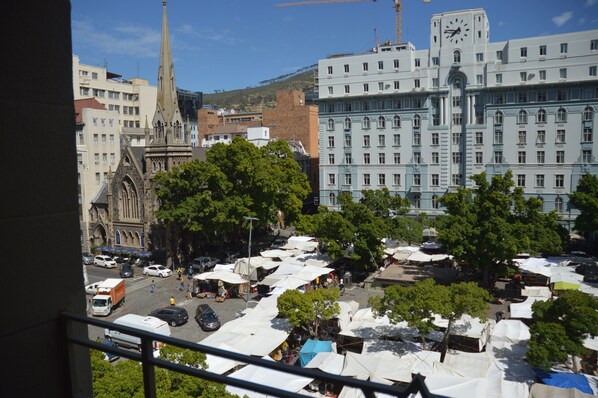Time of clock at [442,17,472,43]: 7:46
